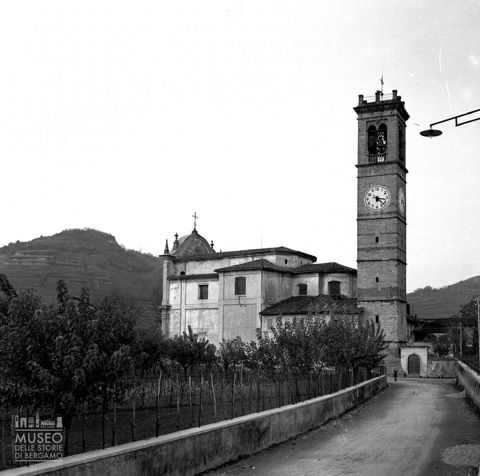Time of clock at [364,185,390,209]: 3:22
